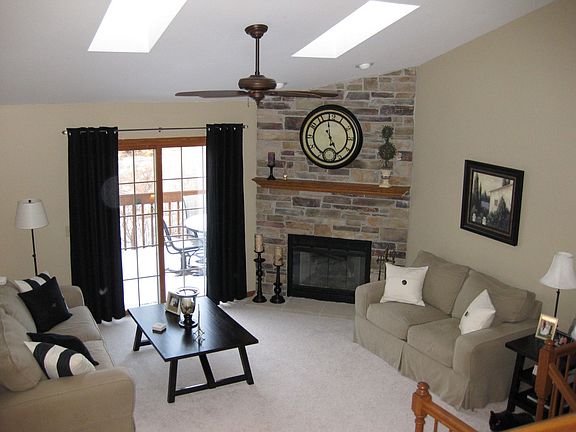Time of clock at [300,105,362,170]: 4:58
